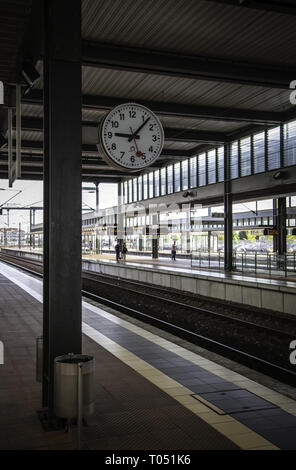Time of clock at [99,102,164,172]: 9:07
